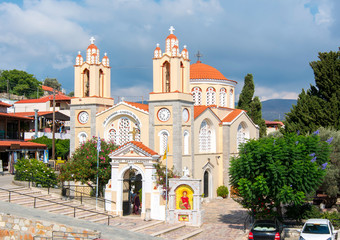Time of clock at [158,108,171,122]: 6:50
